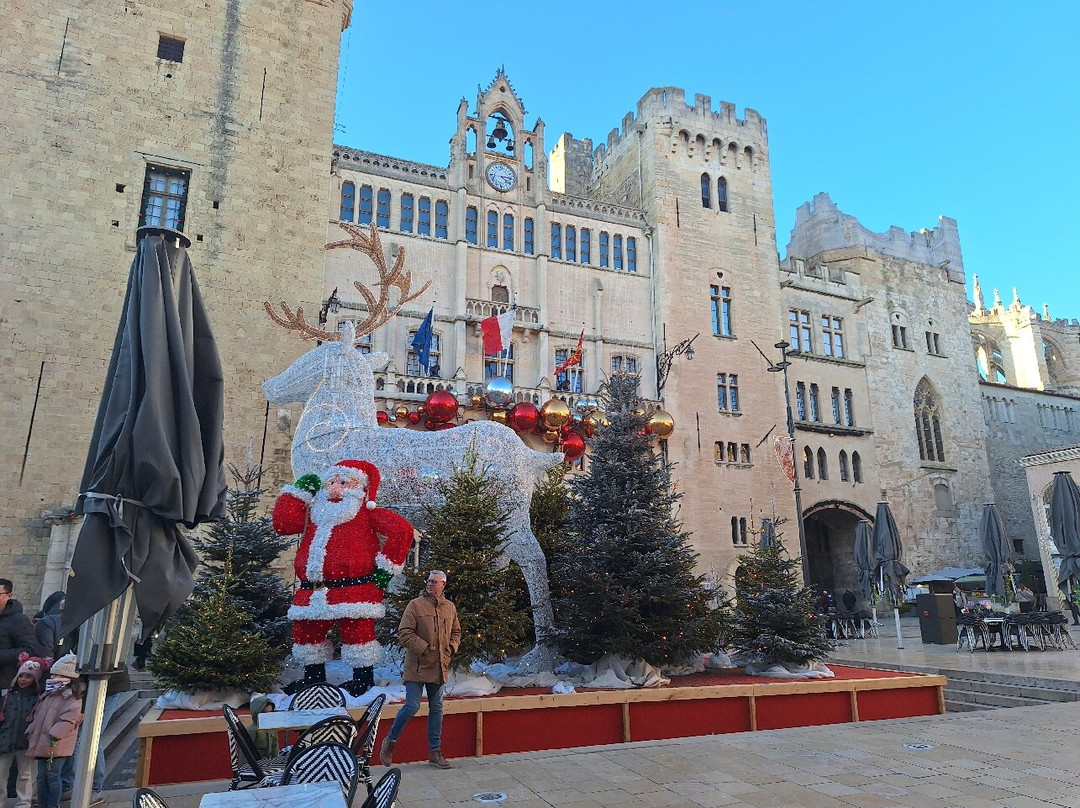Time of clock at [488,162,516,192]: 4:14
